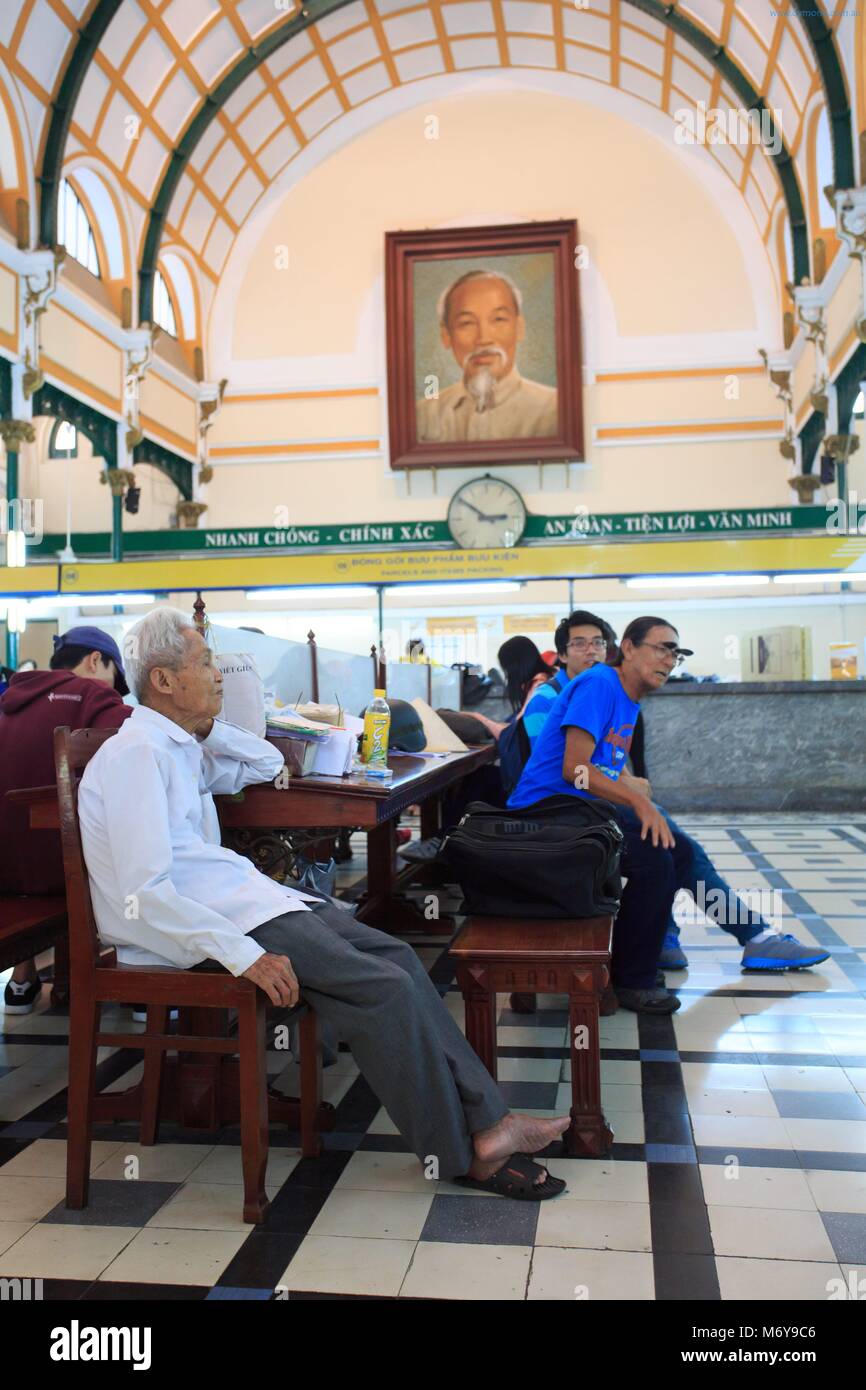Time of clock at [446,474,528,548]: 2:50
